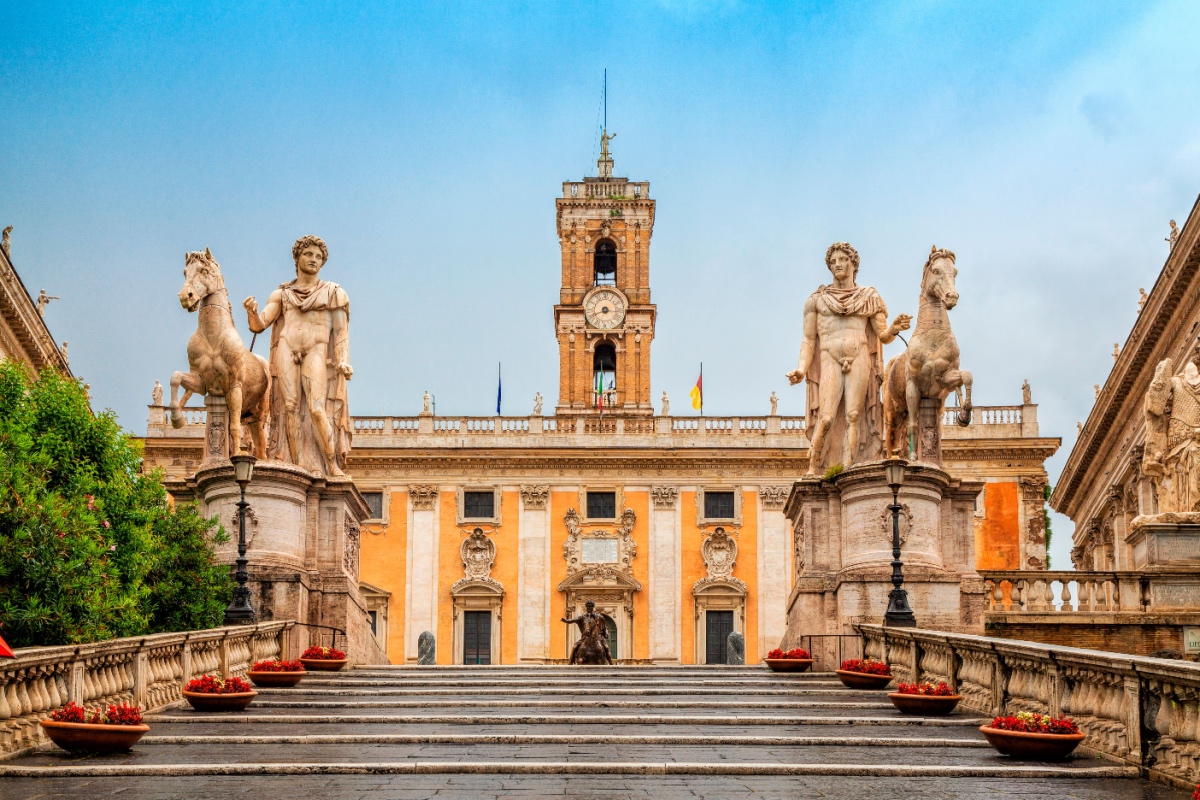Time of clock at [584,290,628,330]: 8:16
